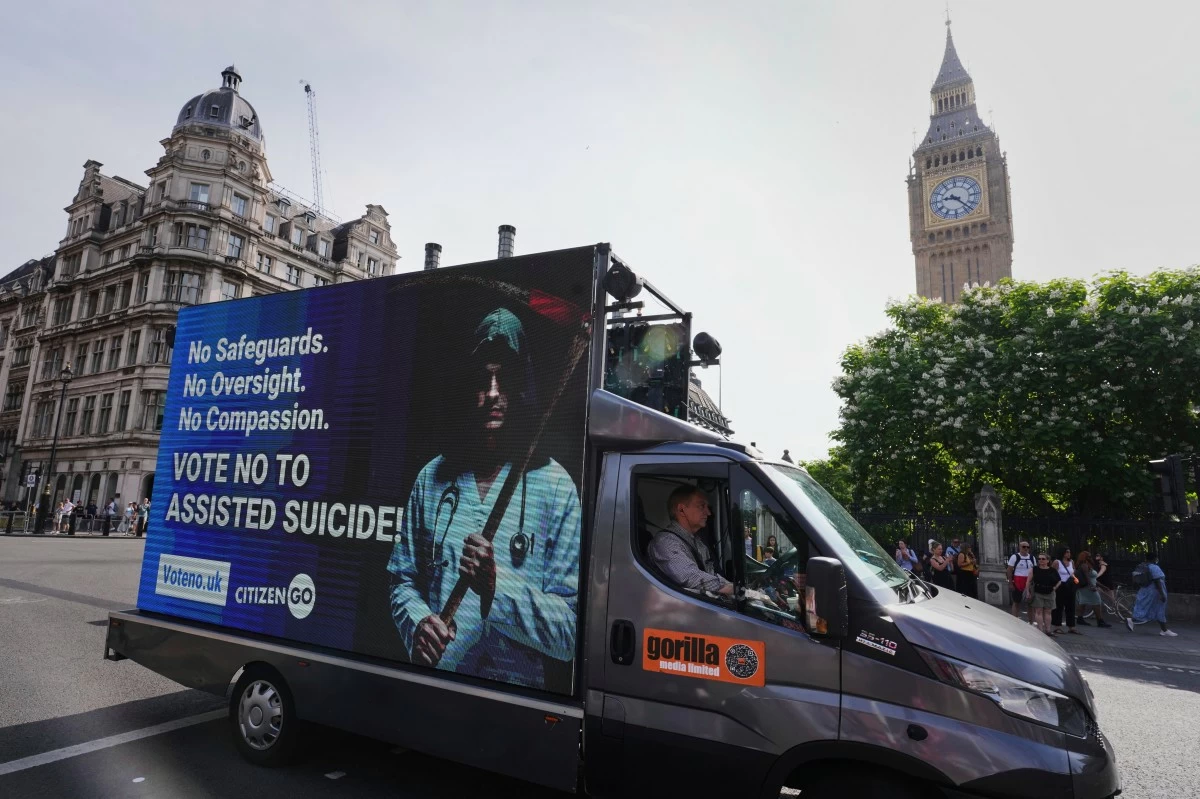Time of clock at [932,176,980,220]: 9:22
